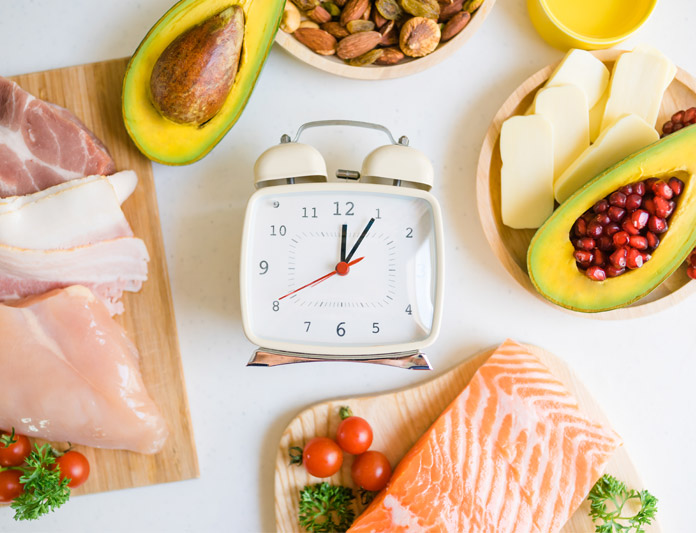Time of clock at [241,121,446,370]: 12:05
